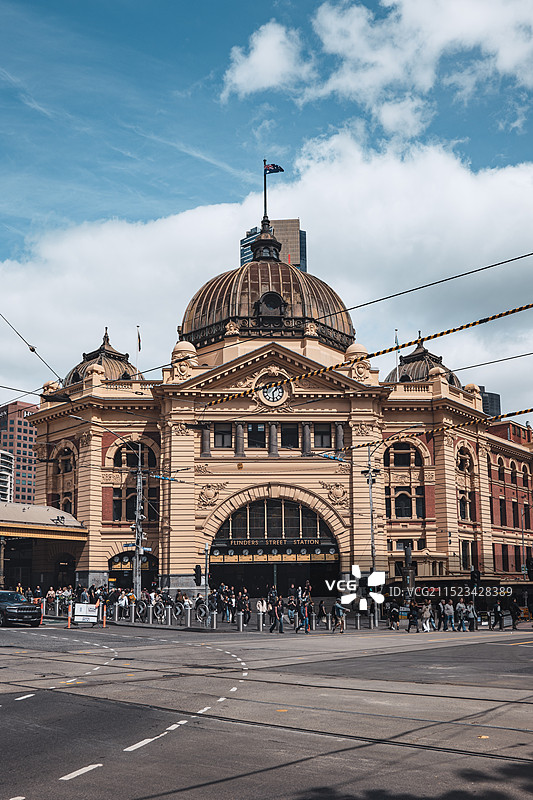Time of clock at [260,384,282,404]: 1:29
